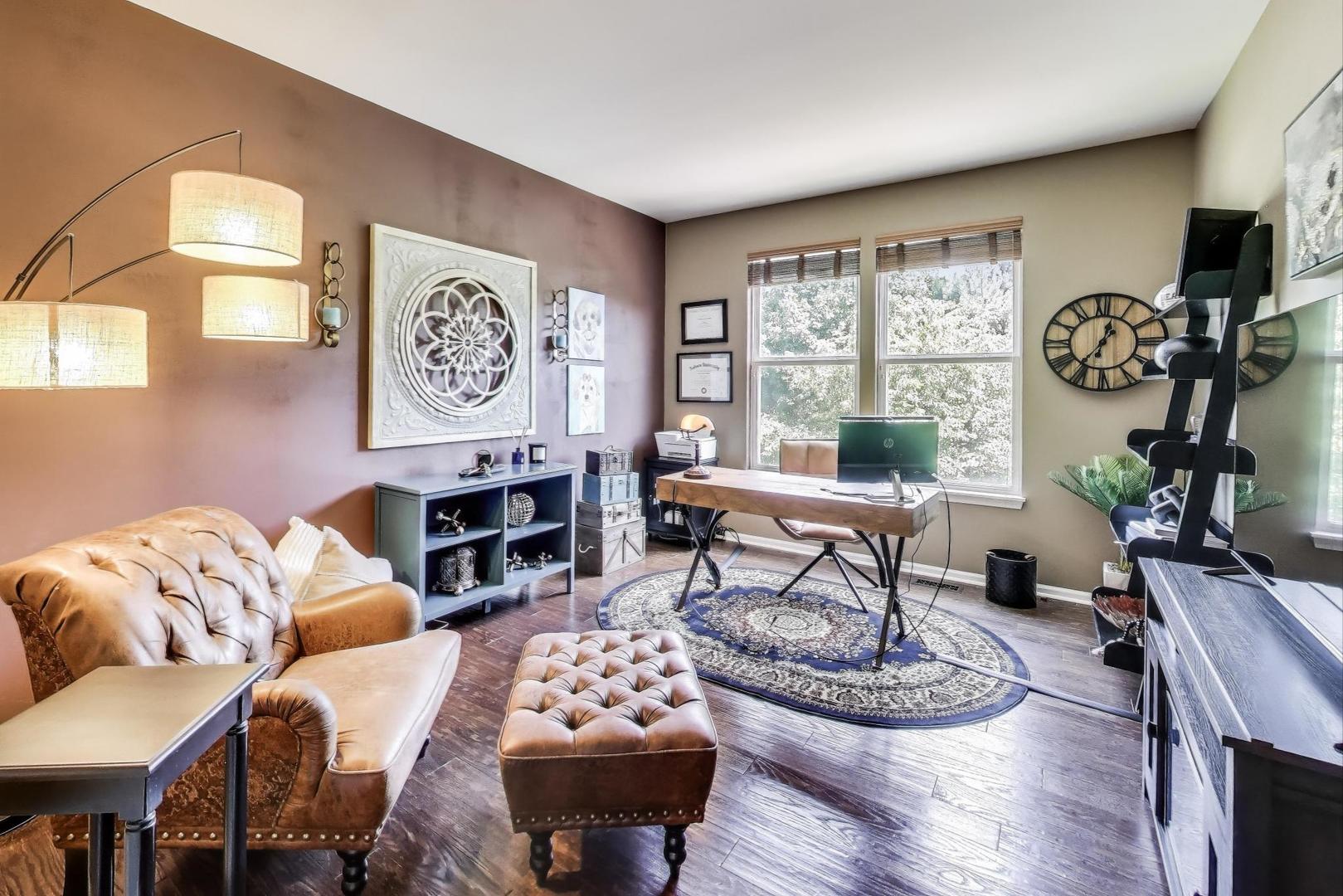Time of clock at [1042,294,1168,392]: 12:36
